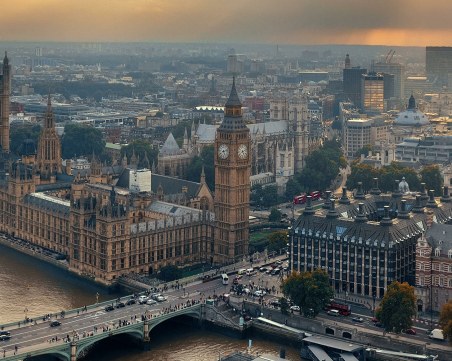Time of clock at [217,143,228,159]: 5:11
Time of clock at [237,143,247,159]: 5:11
